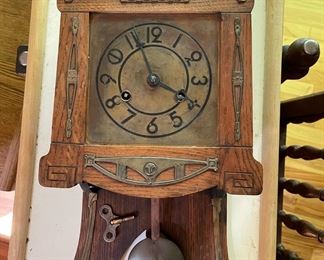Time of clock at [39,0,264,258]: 3:56
